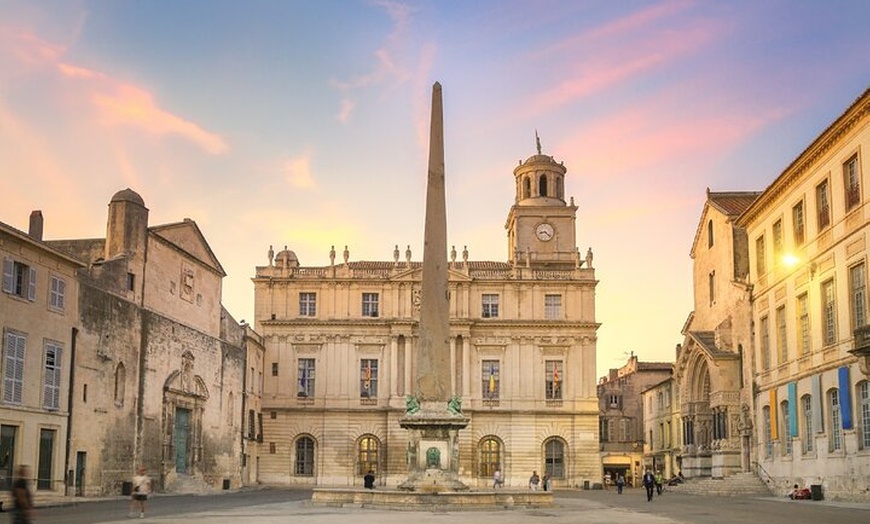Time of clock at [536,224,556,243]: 8:22
